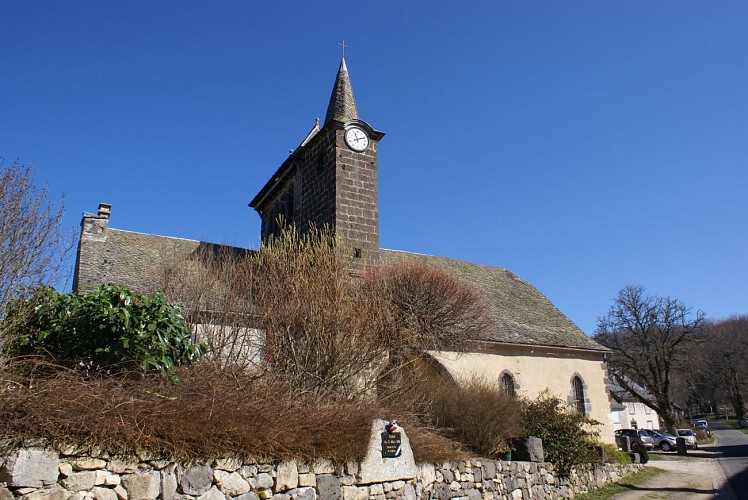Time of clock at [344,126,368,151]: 11:11
